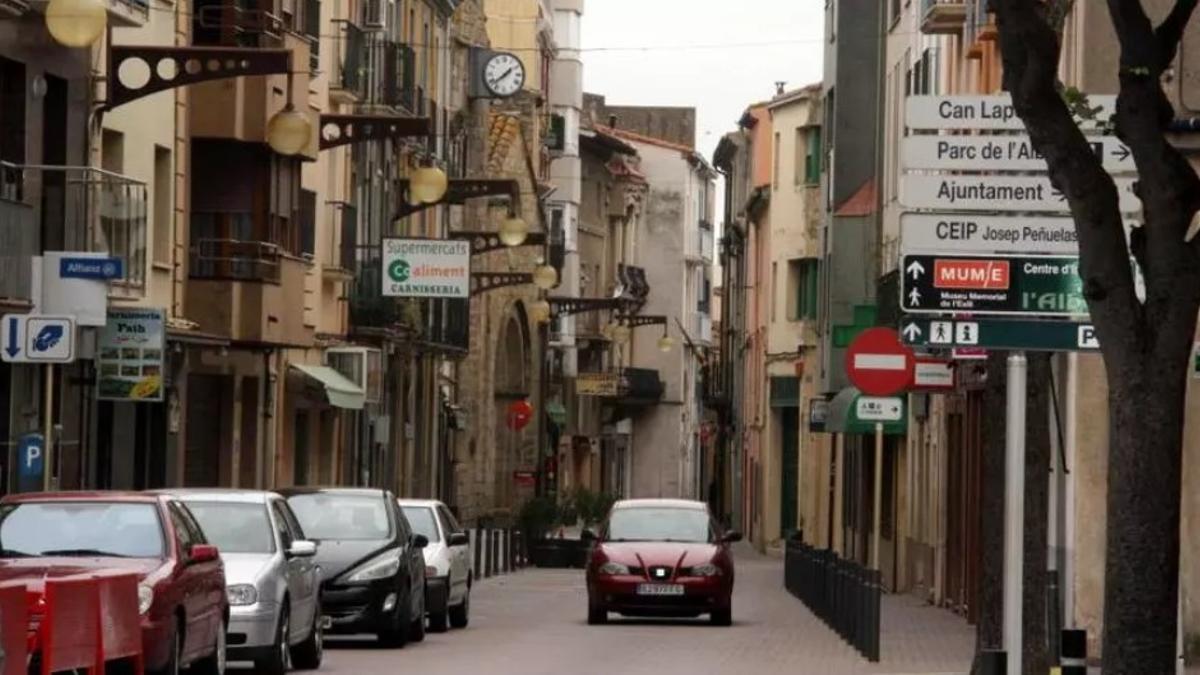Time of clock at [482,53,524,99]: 1:38
